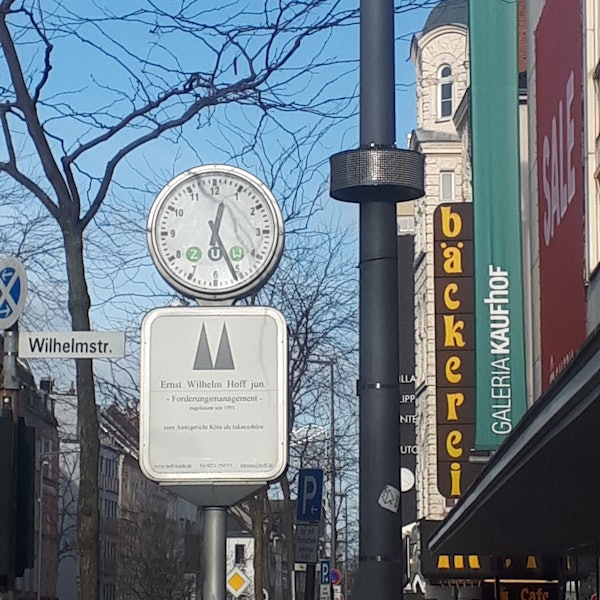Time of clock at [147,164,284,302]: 12:26
